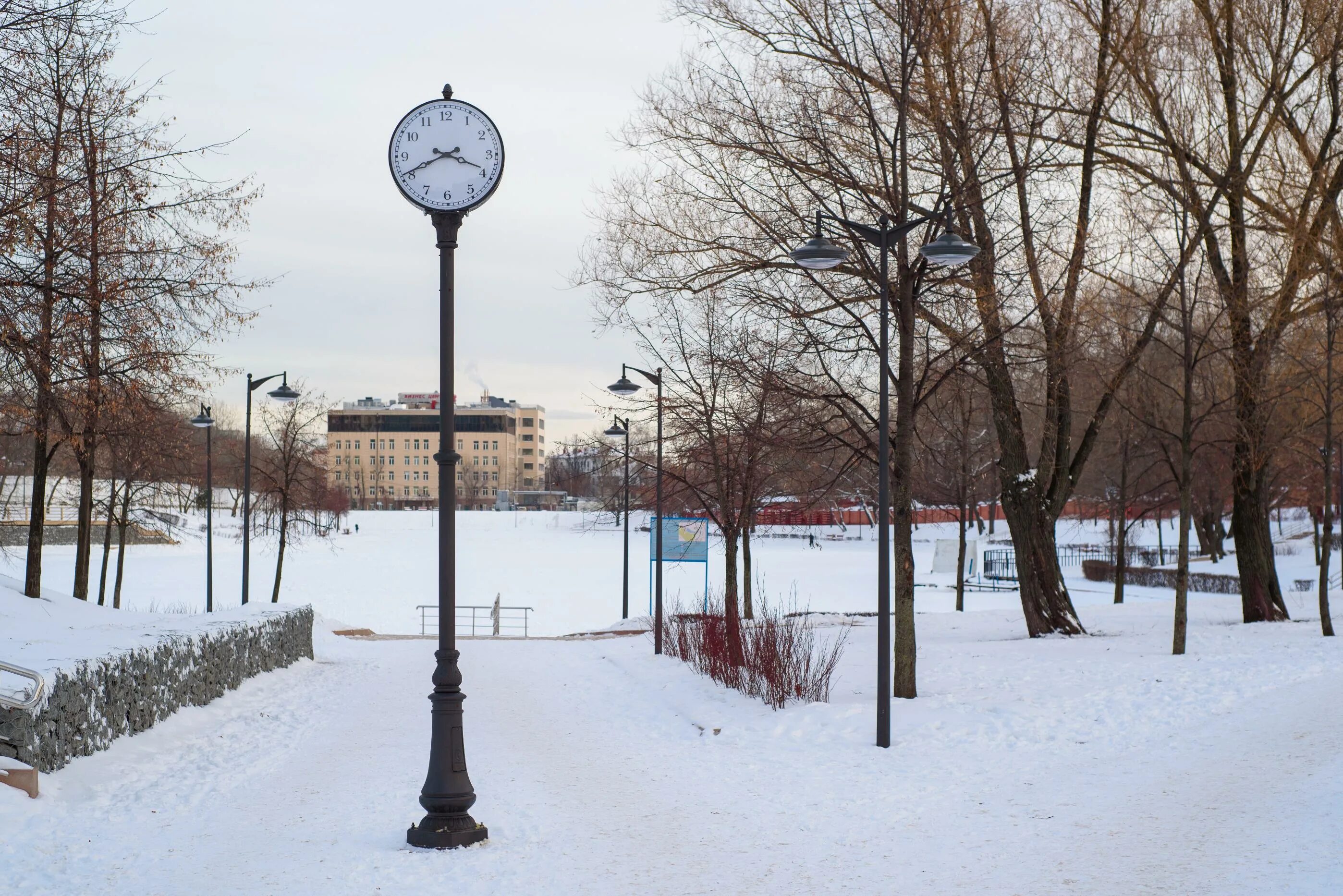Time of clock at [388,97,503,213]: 3:40
